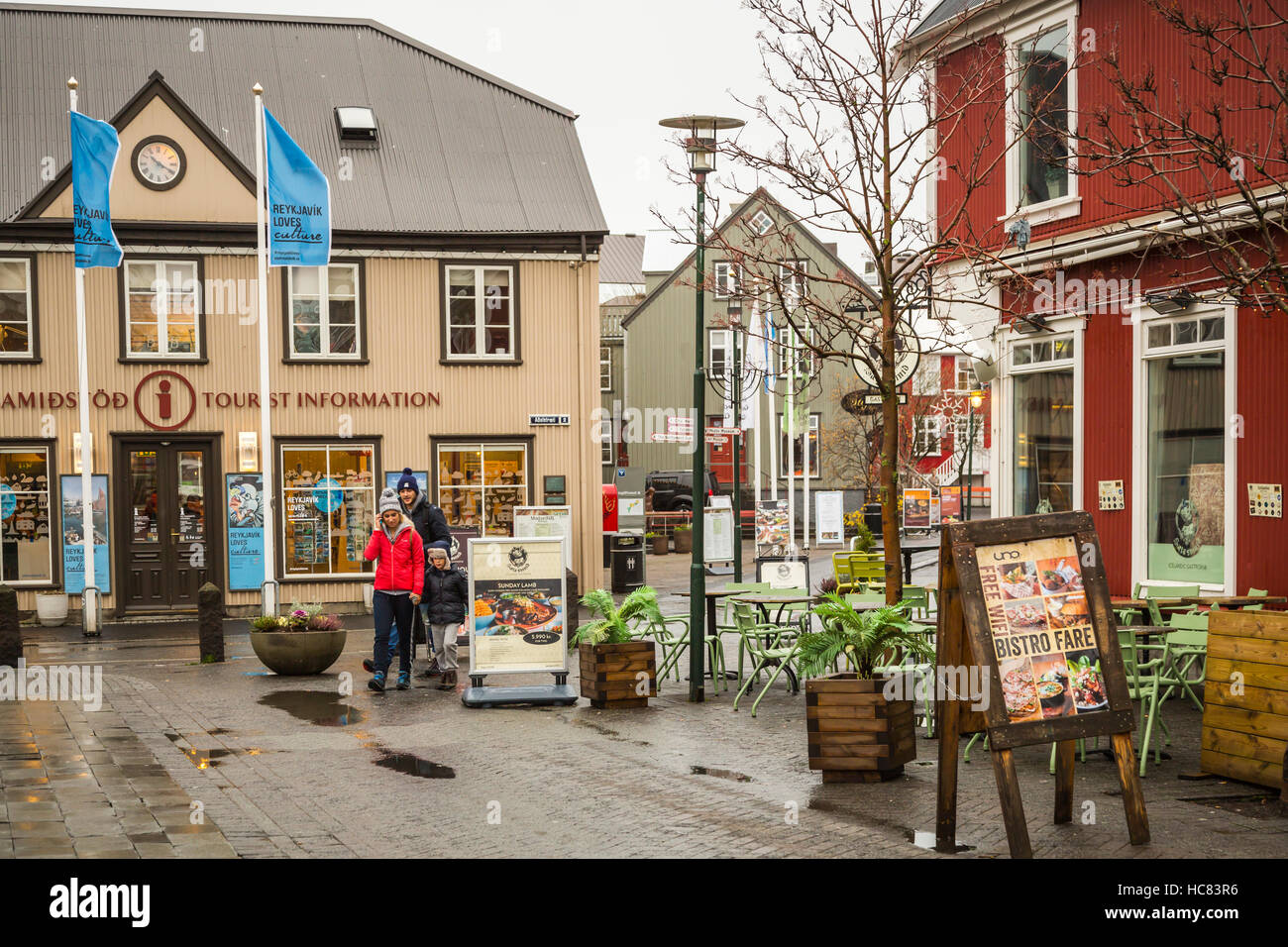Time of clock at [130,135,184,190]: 10:19
